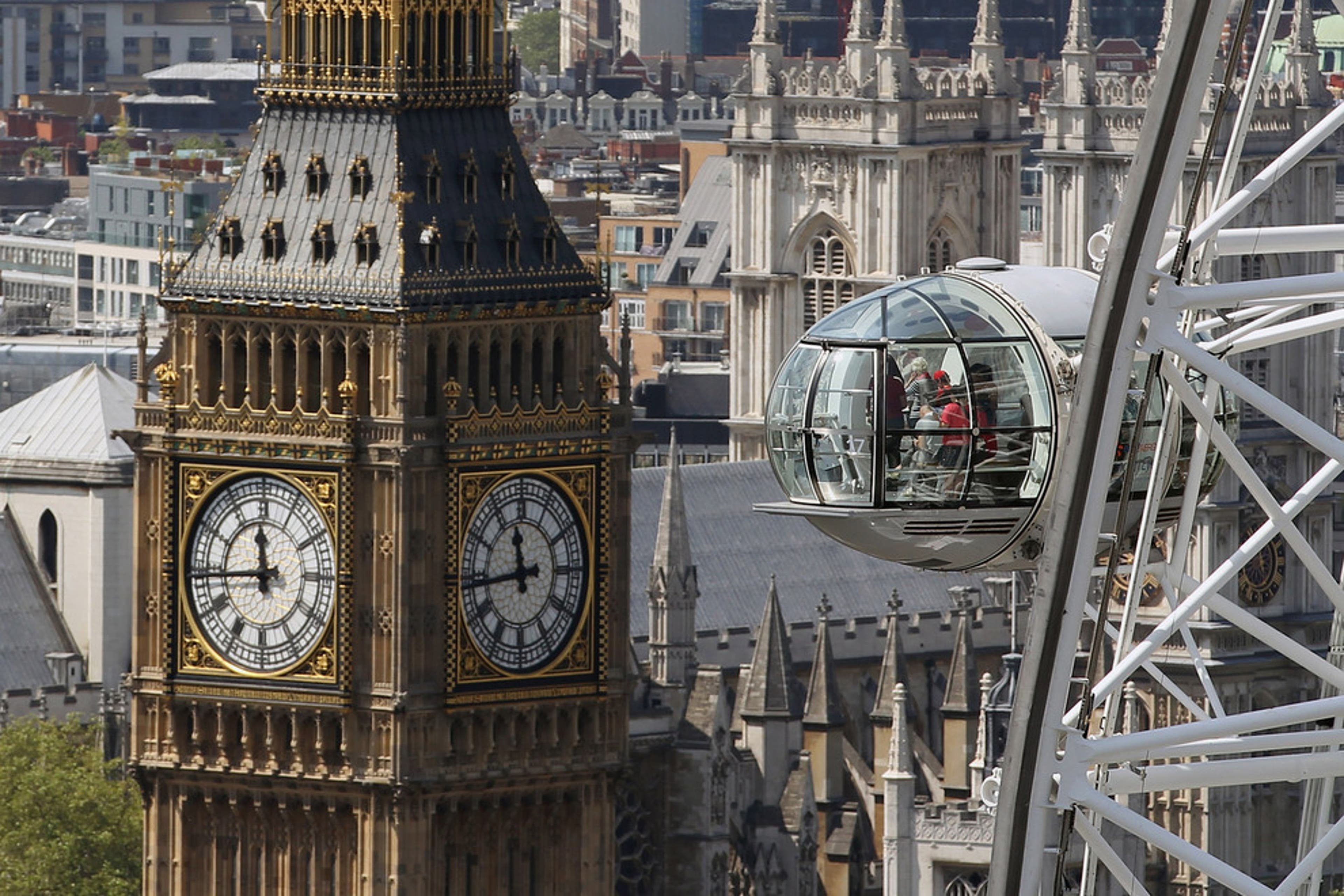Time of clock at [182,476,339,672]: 11:44
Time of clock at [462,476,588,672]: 11:43
